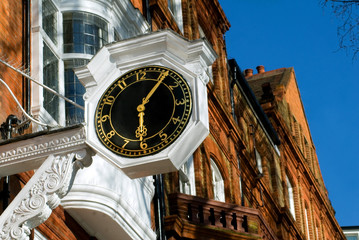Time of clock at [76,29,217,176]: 6:06
